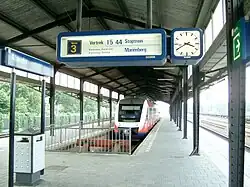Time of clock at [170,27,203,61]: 3:40
